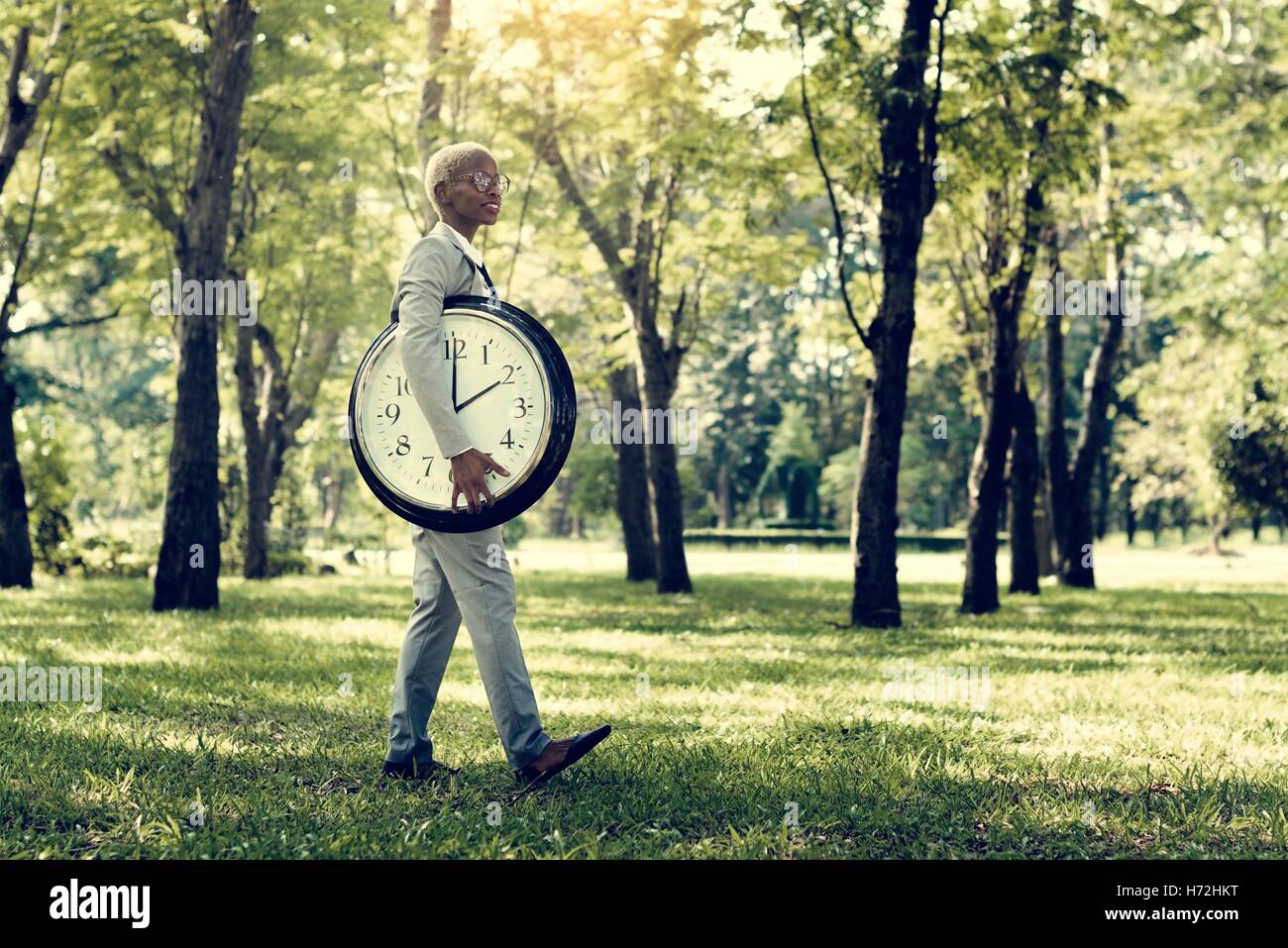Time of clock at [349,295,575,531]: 2:00
